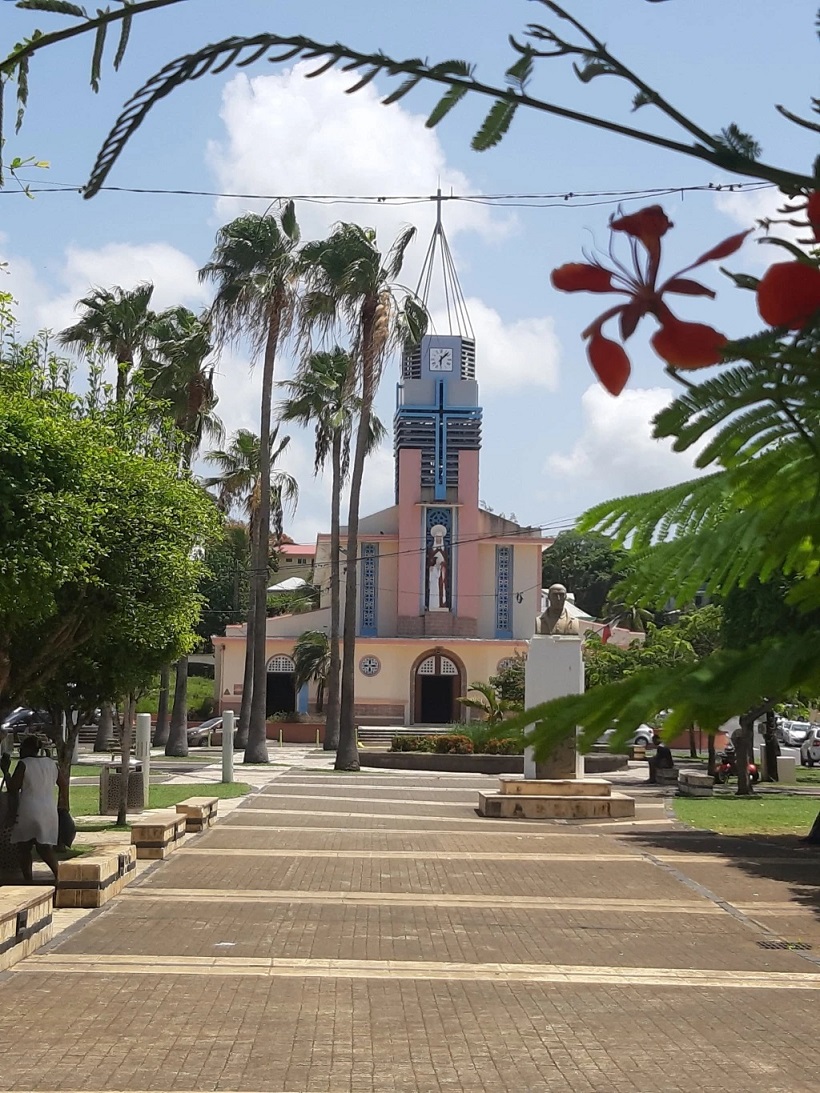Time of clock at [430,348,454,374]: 6:07
